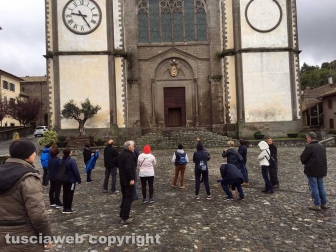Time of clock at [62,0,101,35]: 9:24
